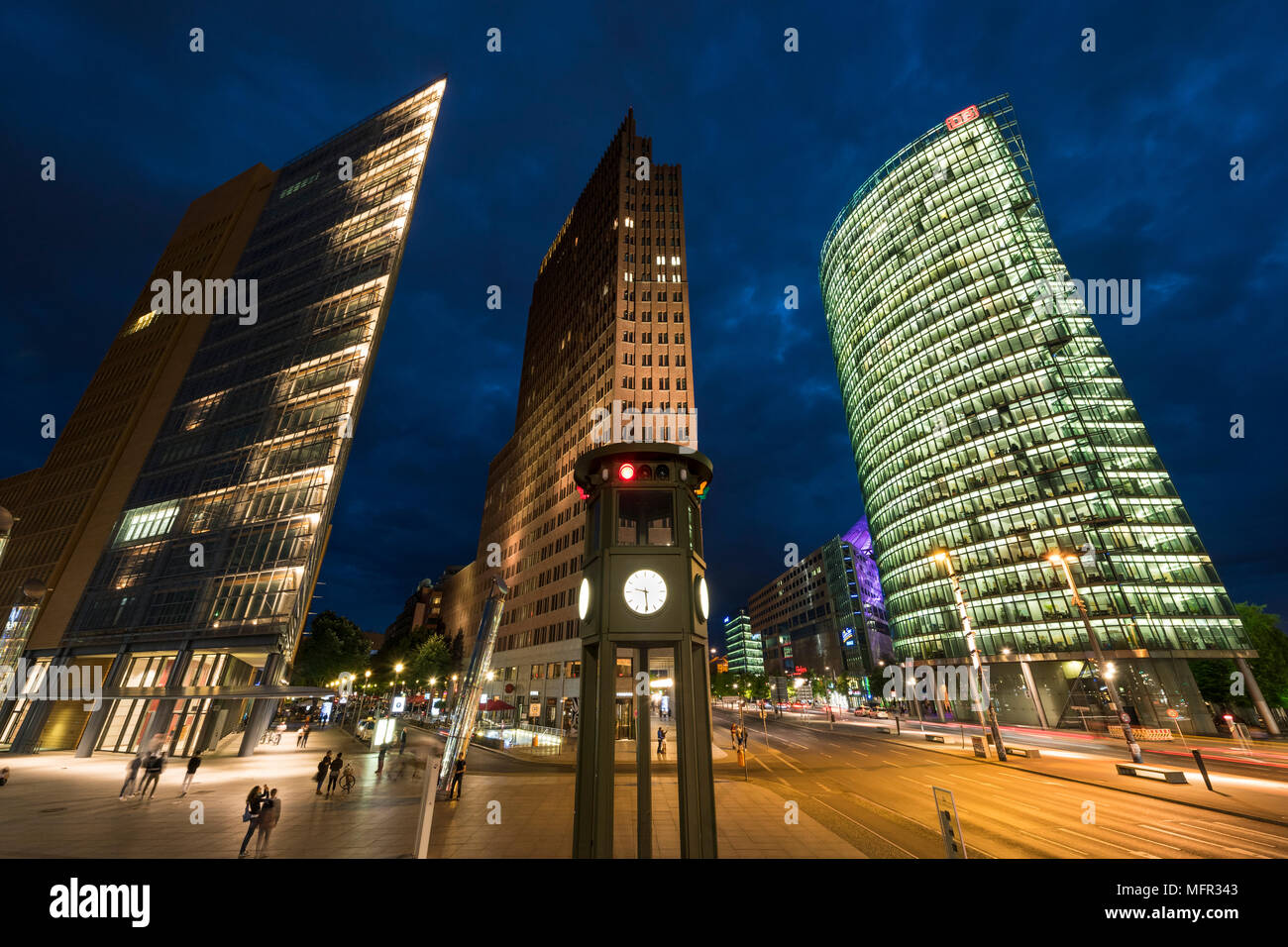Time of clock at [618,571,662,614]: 9:29
